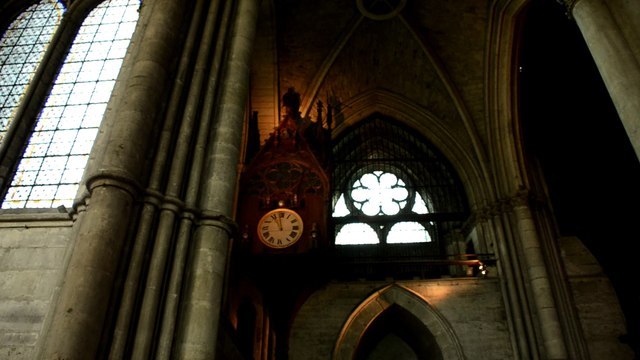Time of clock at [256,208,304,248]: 10:58
